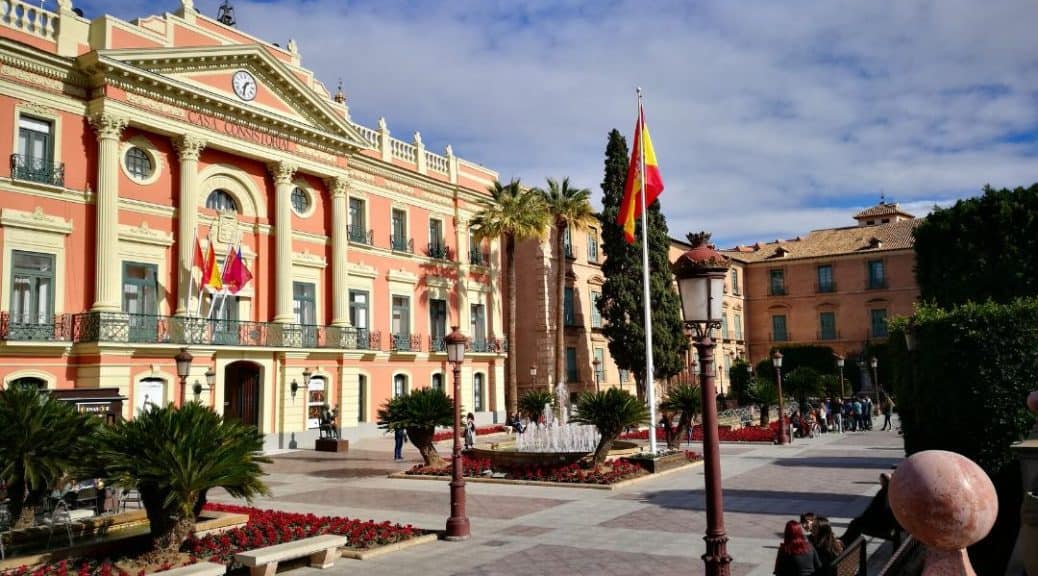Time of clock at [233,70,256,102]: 1:32
